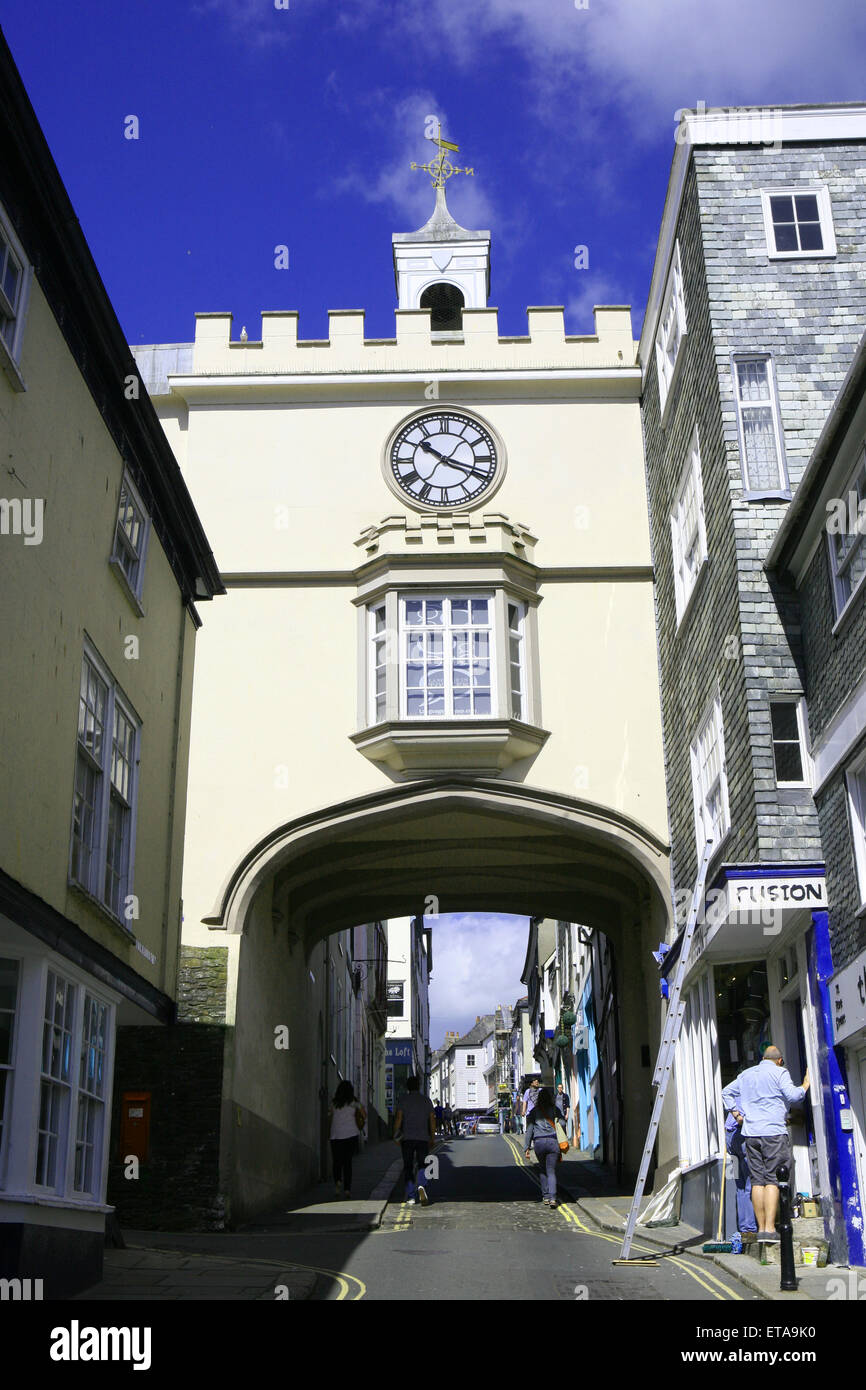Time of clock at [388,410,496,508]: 10:18
